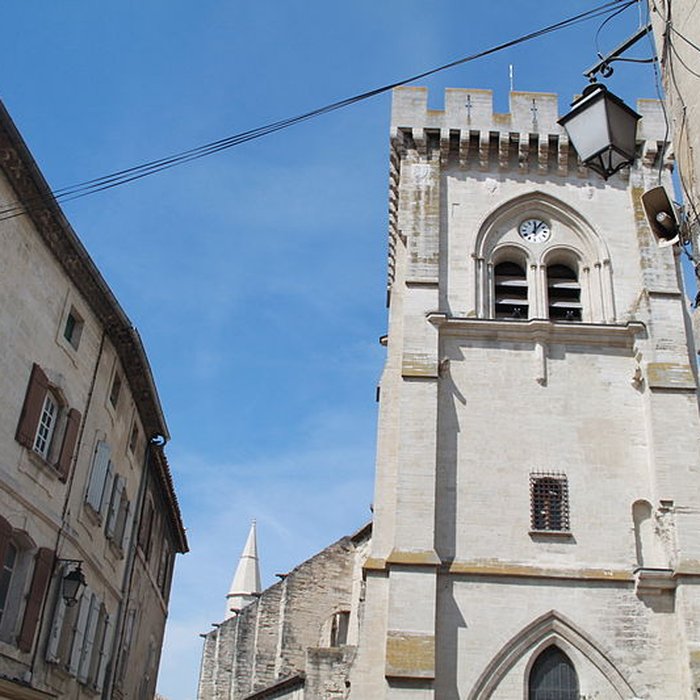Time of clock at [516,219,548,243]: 12:06
